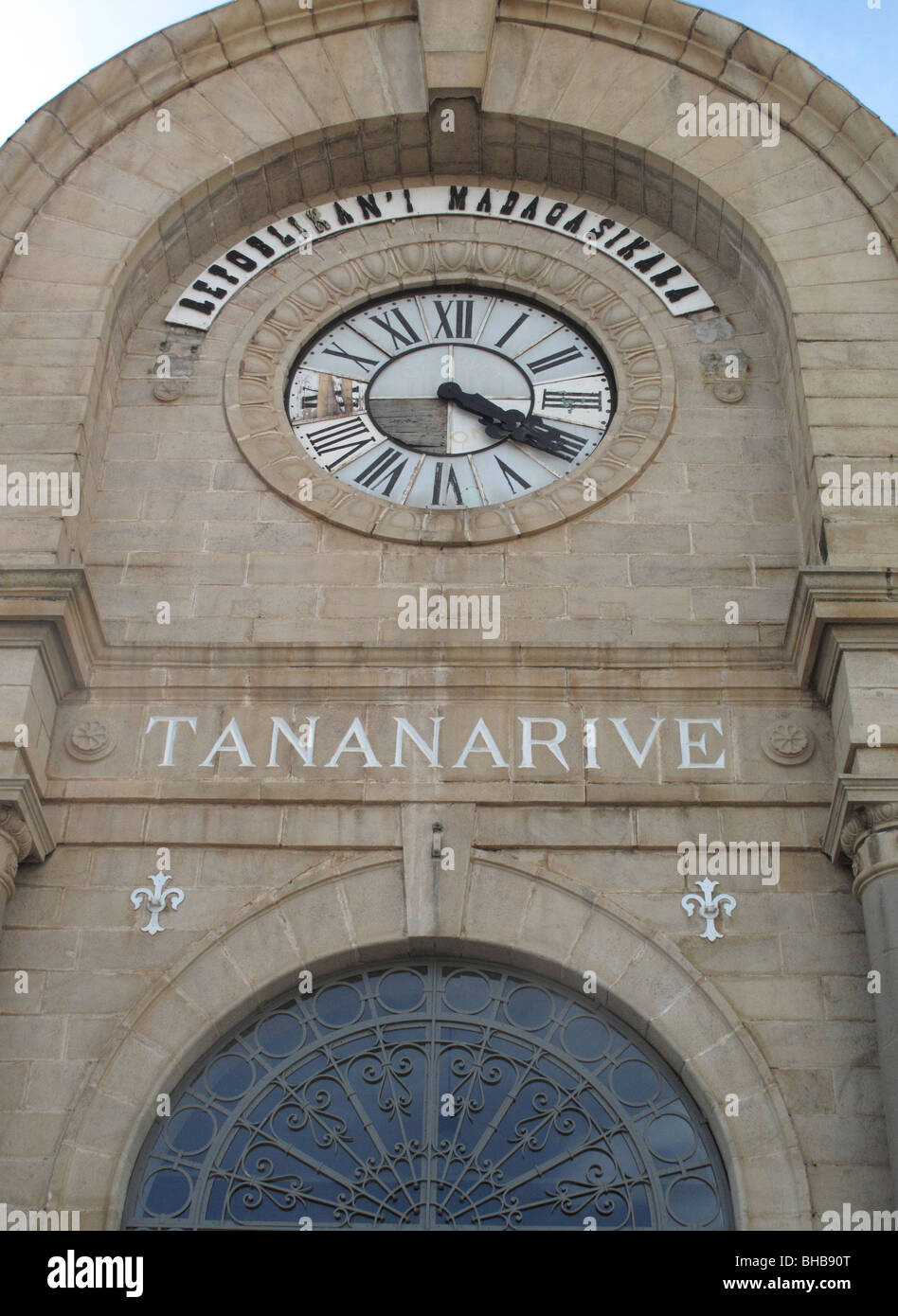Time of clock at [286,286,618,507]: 4:19
